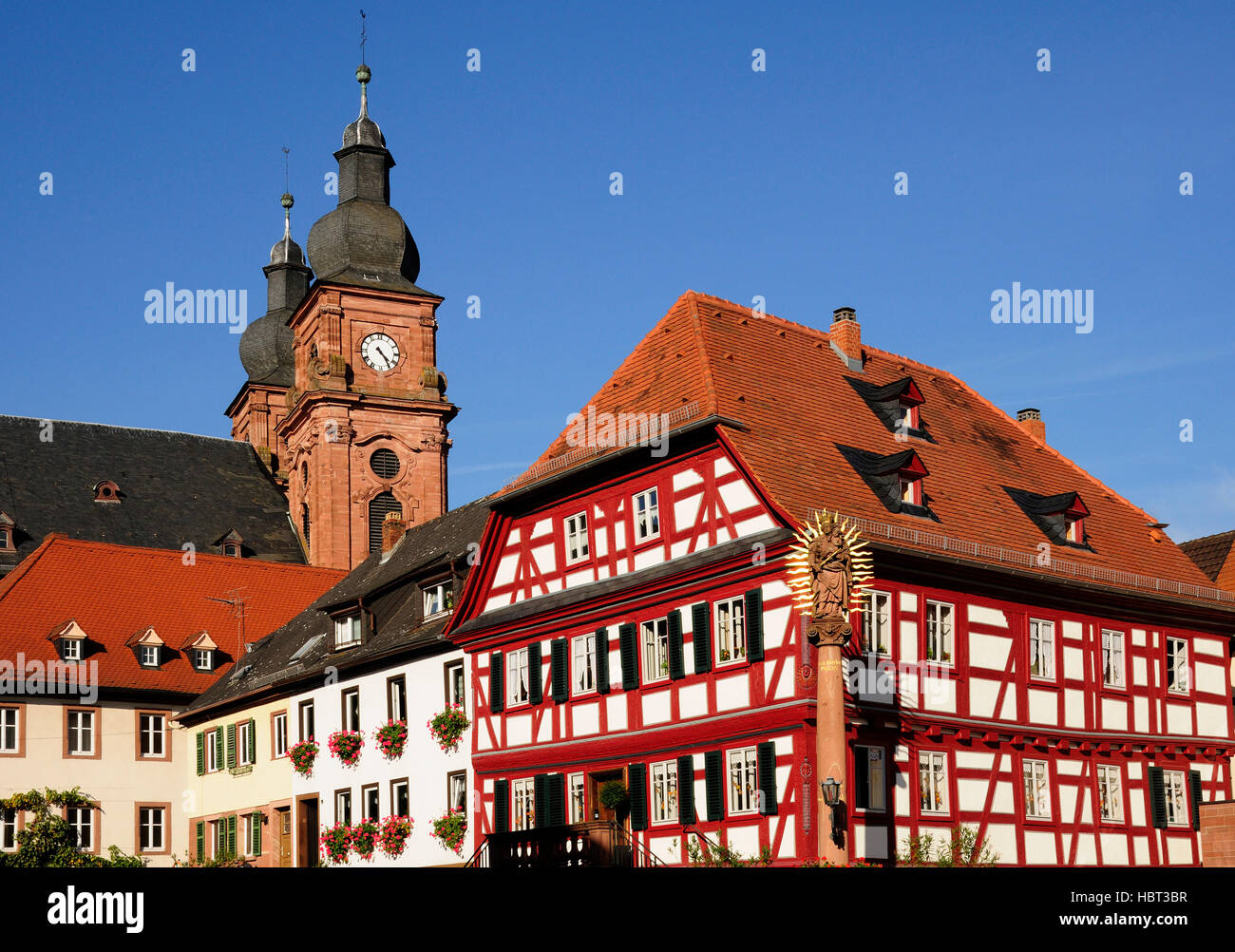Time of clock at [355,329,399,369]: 4:24
